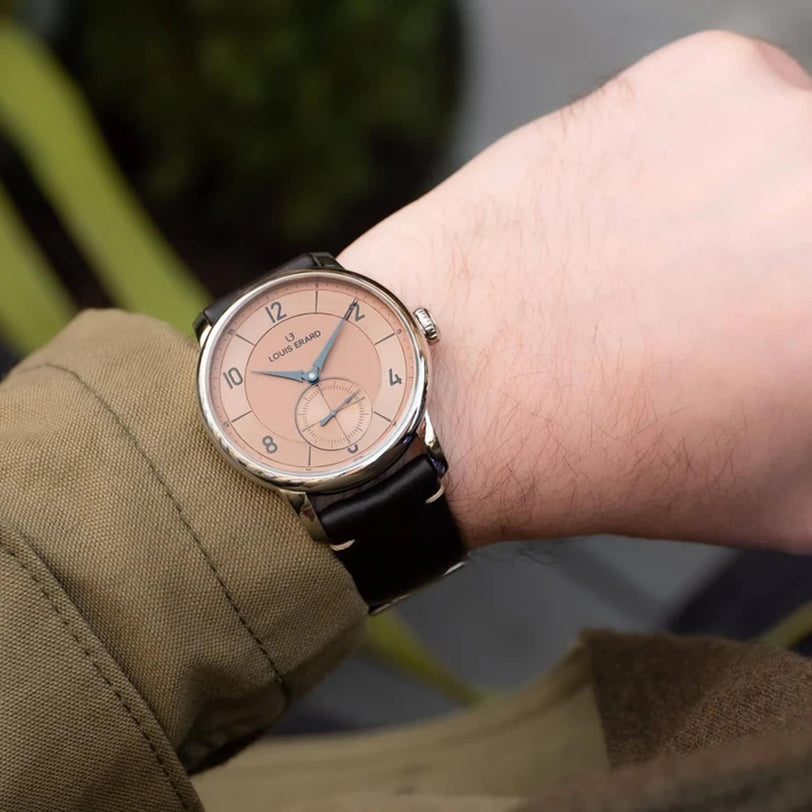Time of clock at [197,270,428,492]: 9:04
